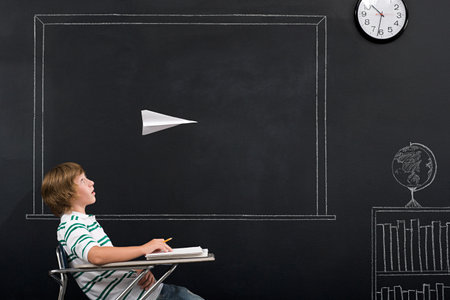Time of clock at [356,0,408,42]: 10:31
